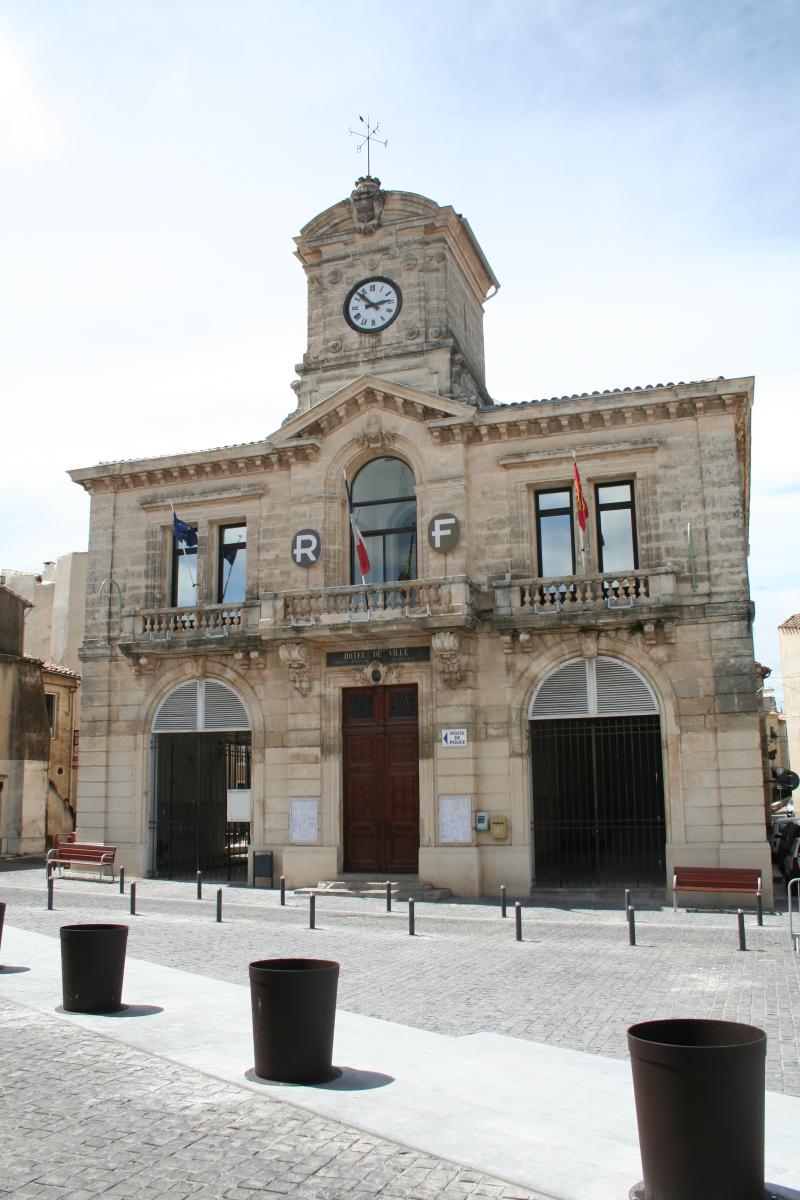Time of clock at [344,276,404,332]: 2:52
